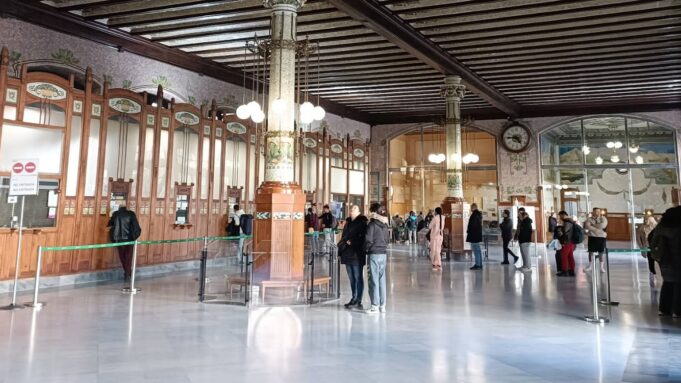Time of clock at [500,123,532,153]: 4:45
